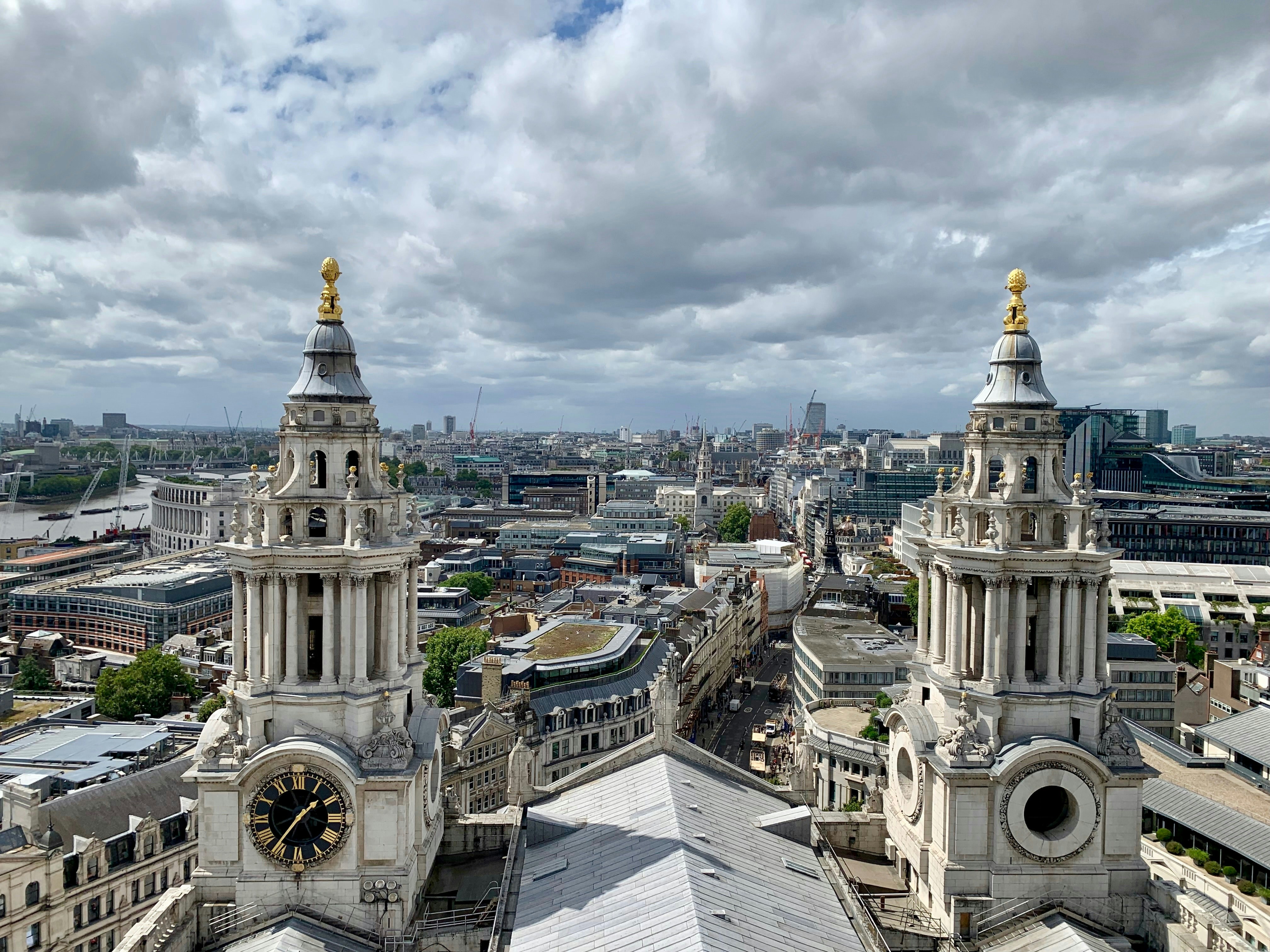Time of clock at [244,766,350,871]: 1:36
